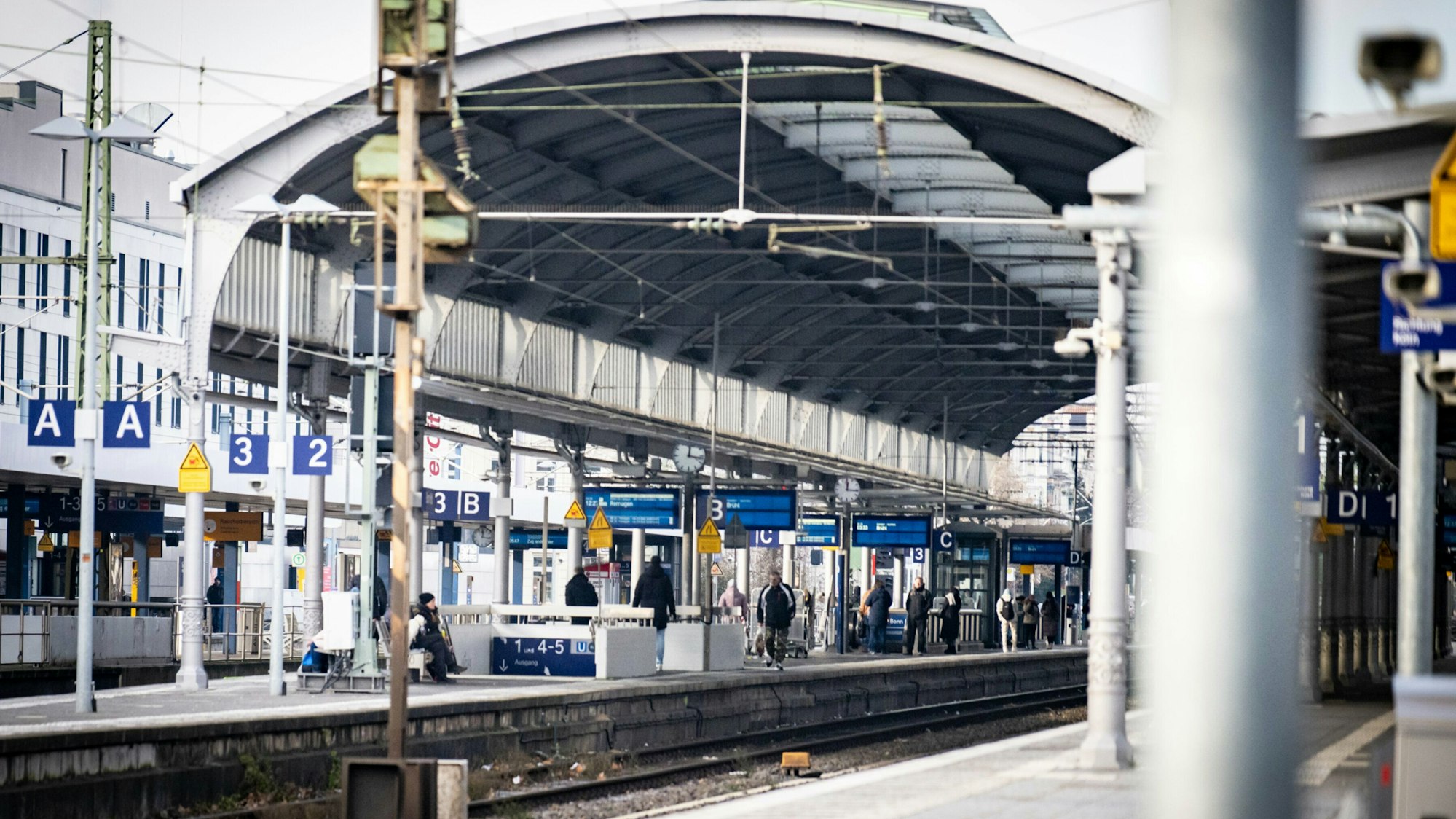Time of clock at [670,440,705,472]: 12:16
